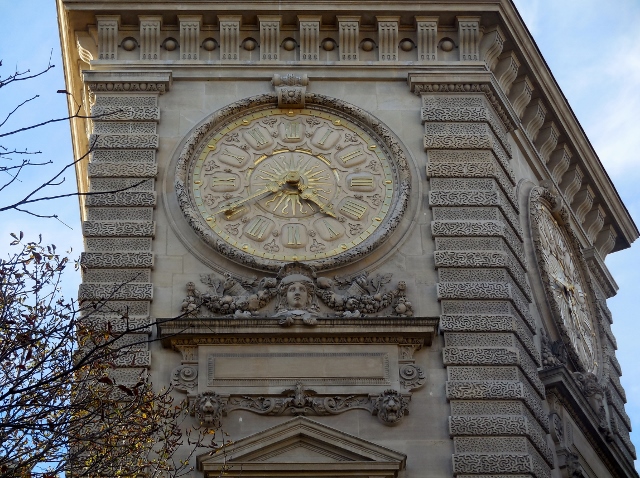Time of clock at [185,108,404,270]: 4:38
